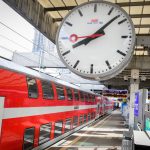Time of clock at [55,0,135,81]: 8:07
